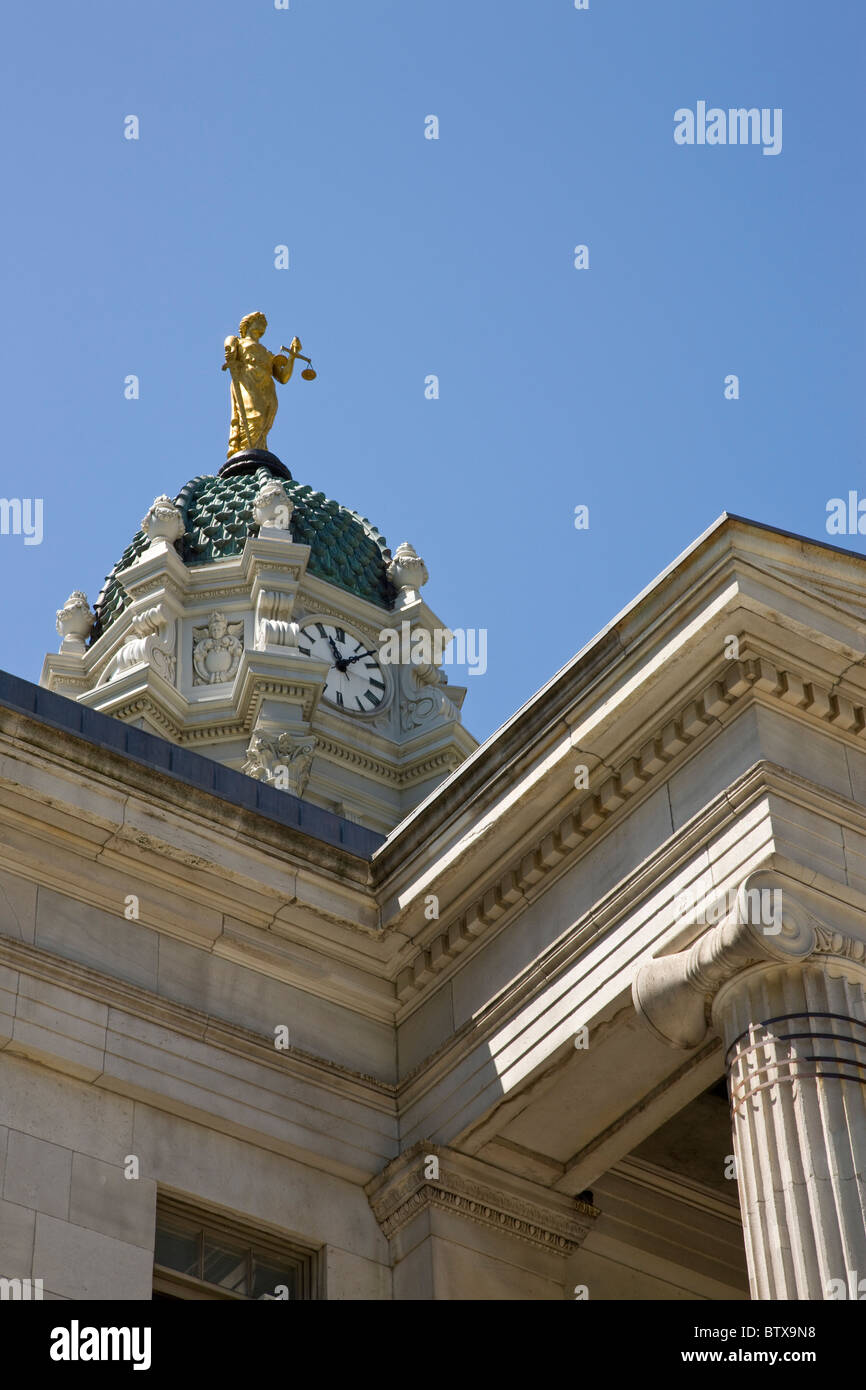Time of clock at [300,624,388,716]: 11:07
